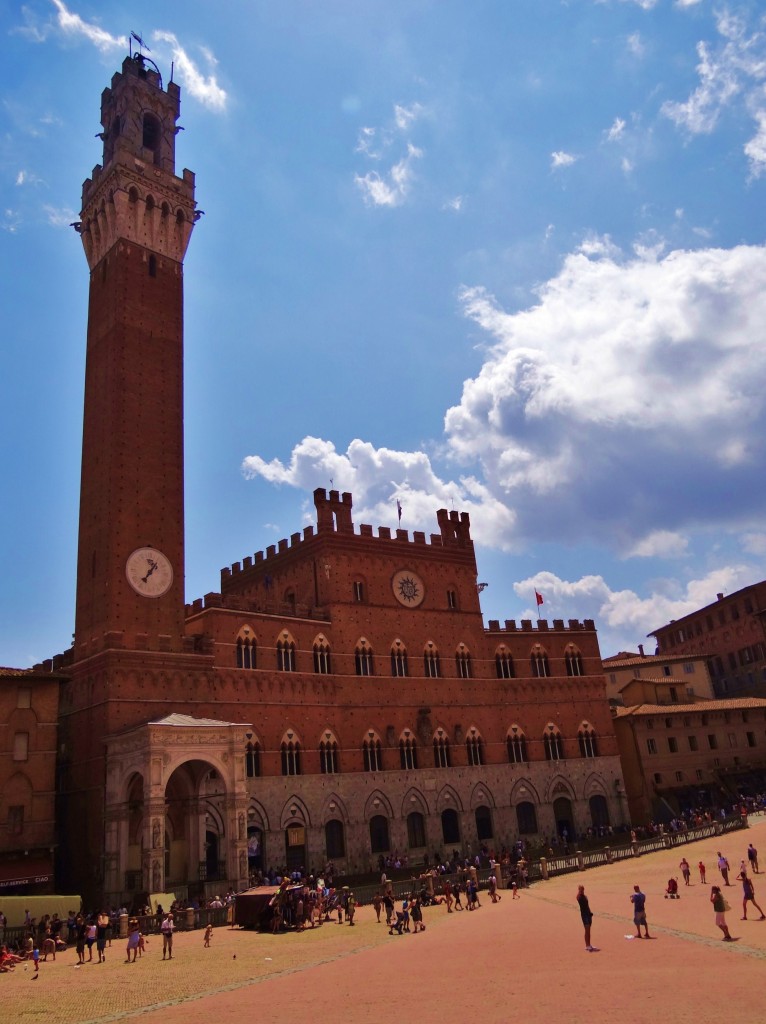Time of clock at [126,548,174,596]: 7:06
